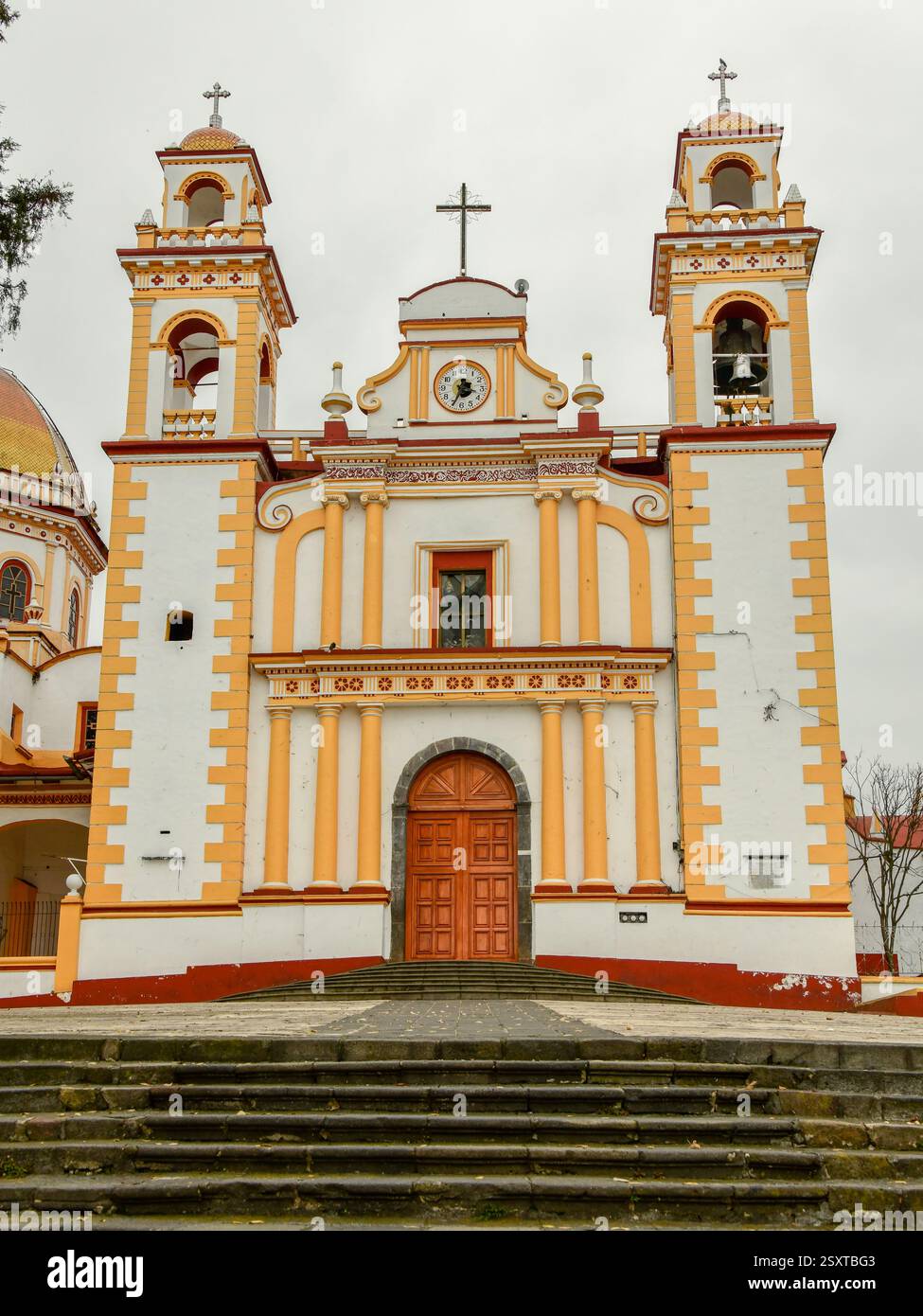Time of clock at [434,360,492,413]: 3:34
